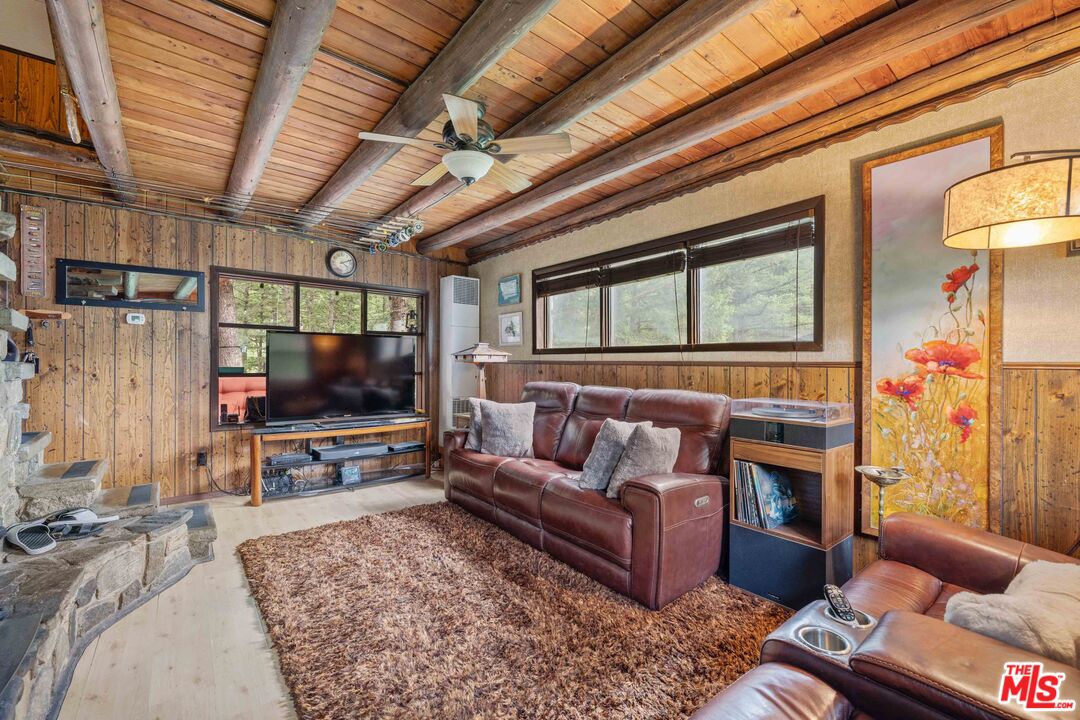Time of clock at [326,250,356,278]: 4:11
